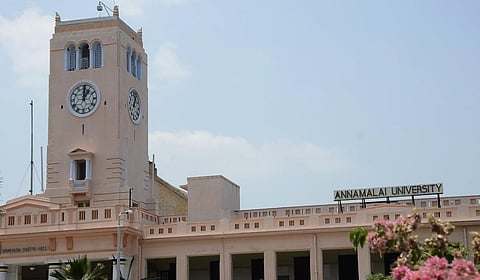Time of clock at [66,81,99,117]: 1:00
